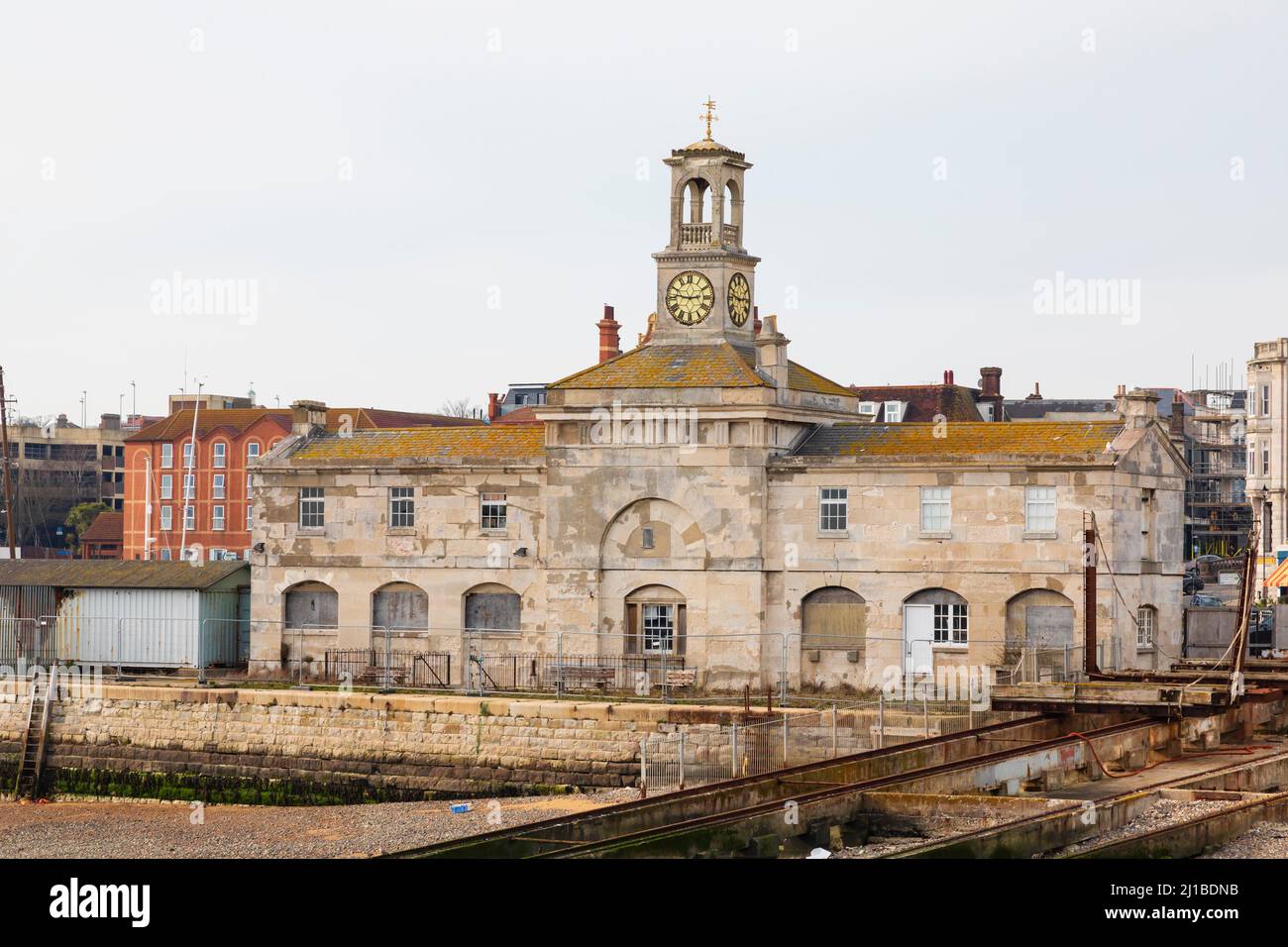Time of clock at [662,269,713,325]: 2:46
